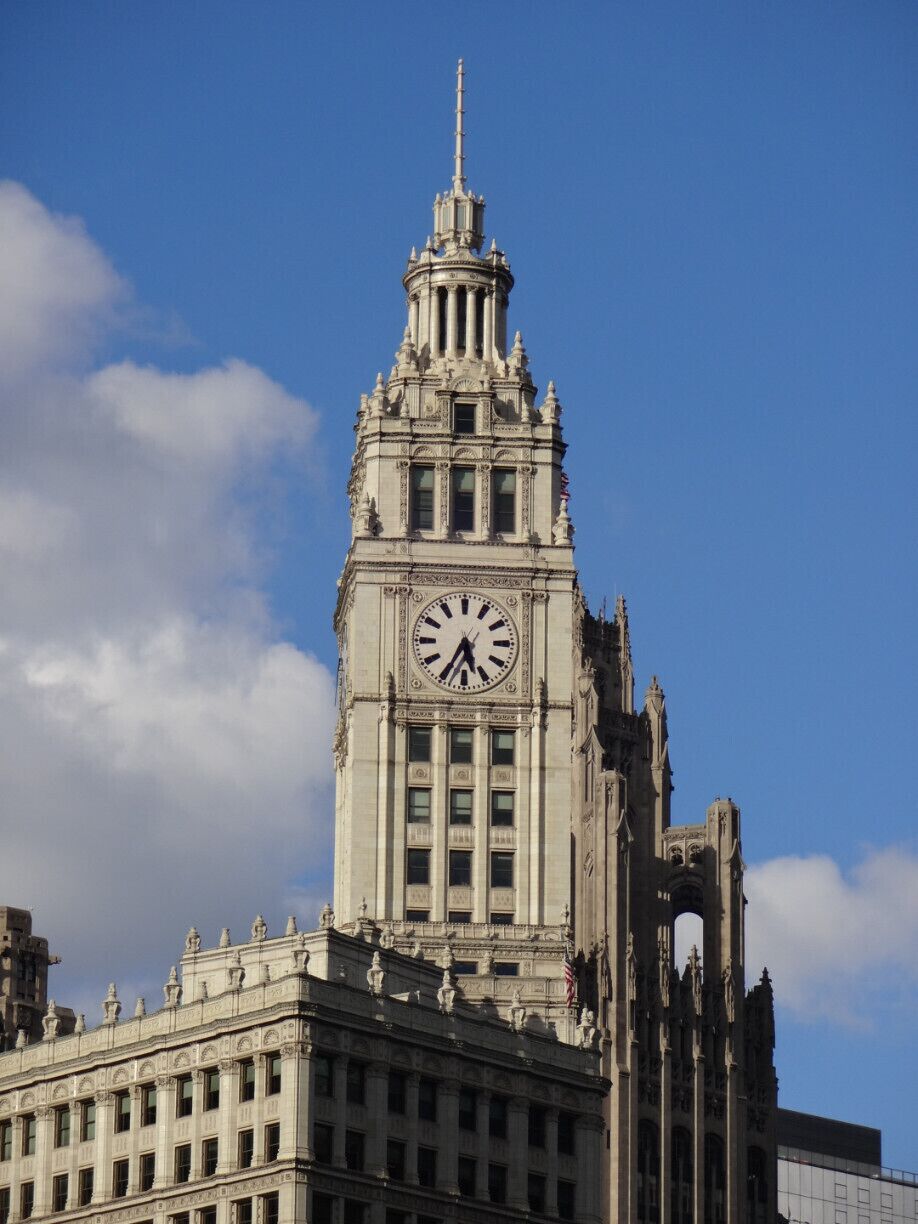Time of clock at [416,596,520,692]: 5:34
